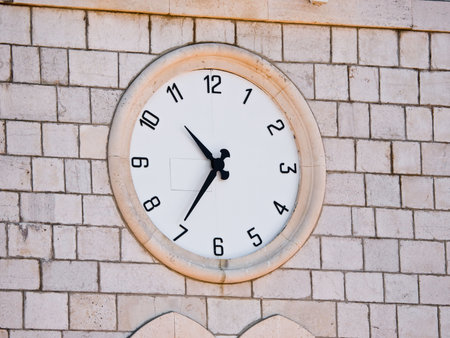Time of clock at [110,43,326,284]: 10:35
